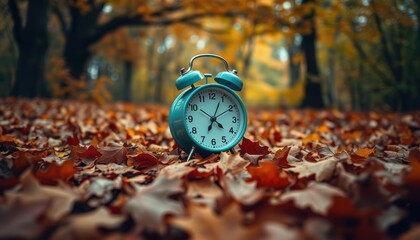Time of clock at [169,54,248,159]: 4:04
